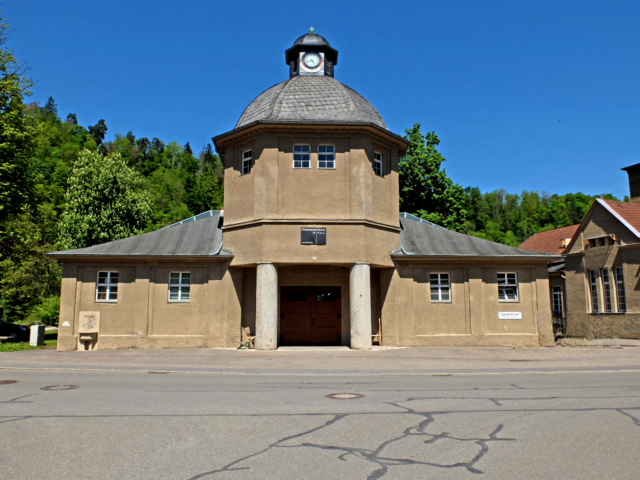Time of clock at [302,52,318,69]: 4:41
